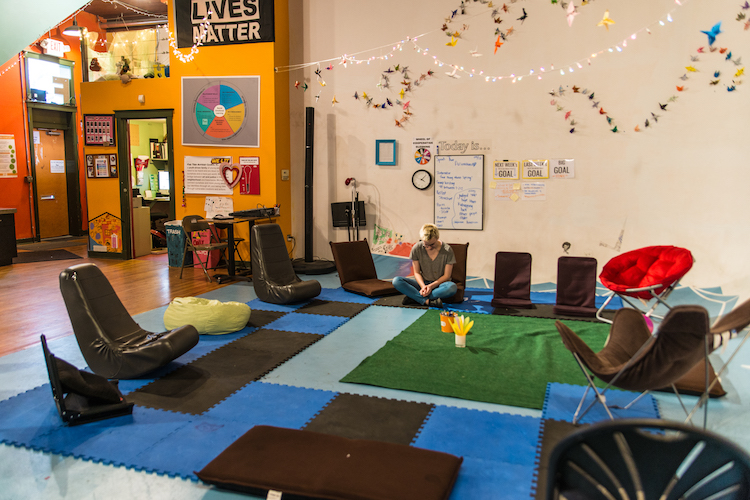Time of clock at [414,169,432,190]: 4:07
